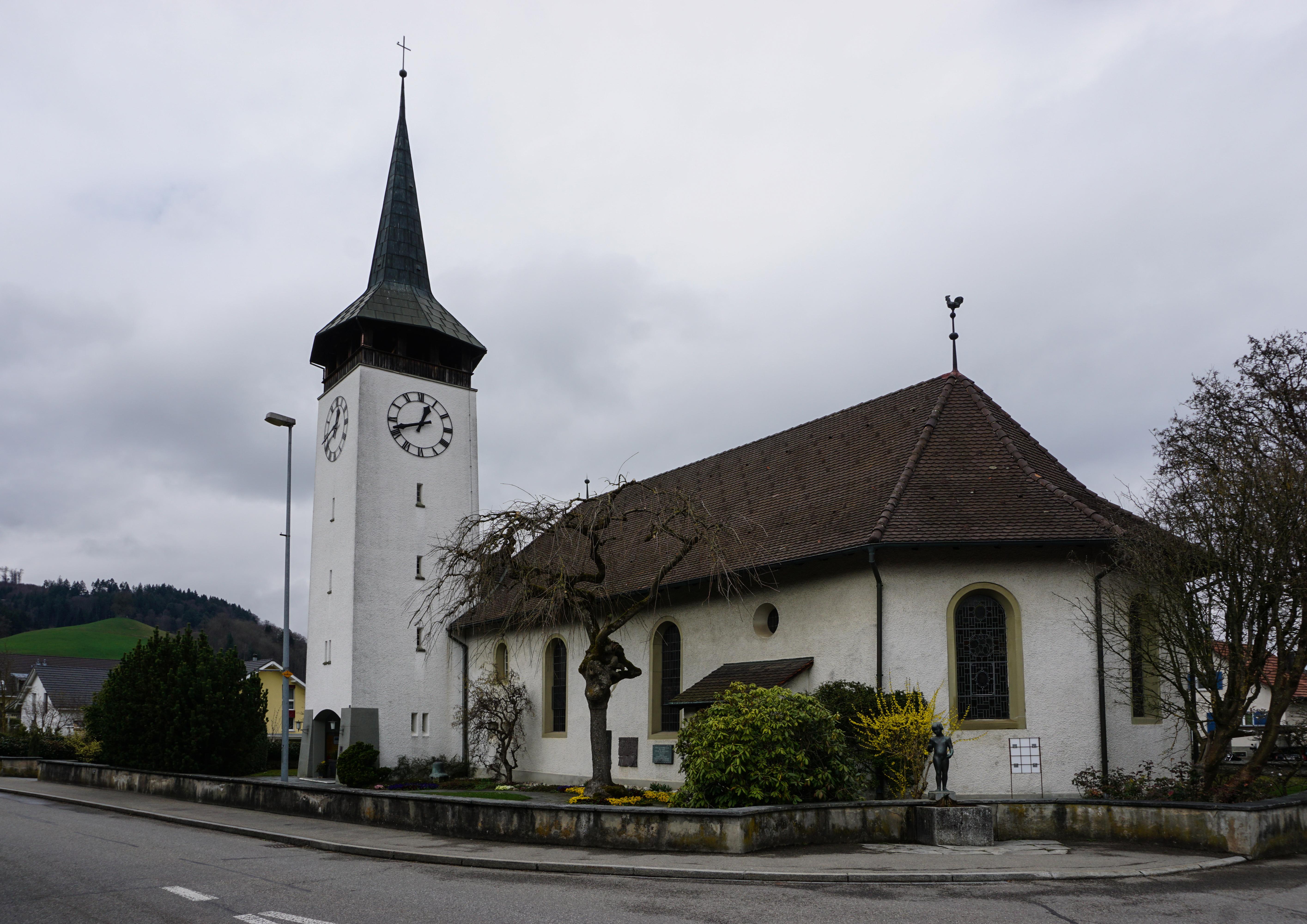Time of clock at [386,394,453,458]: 12:41
